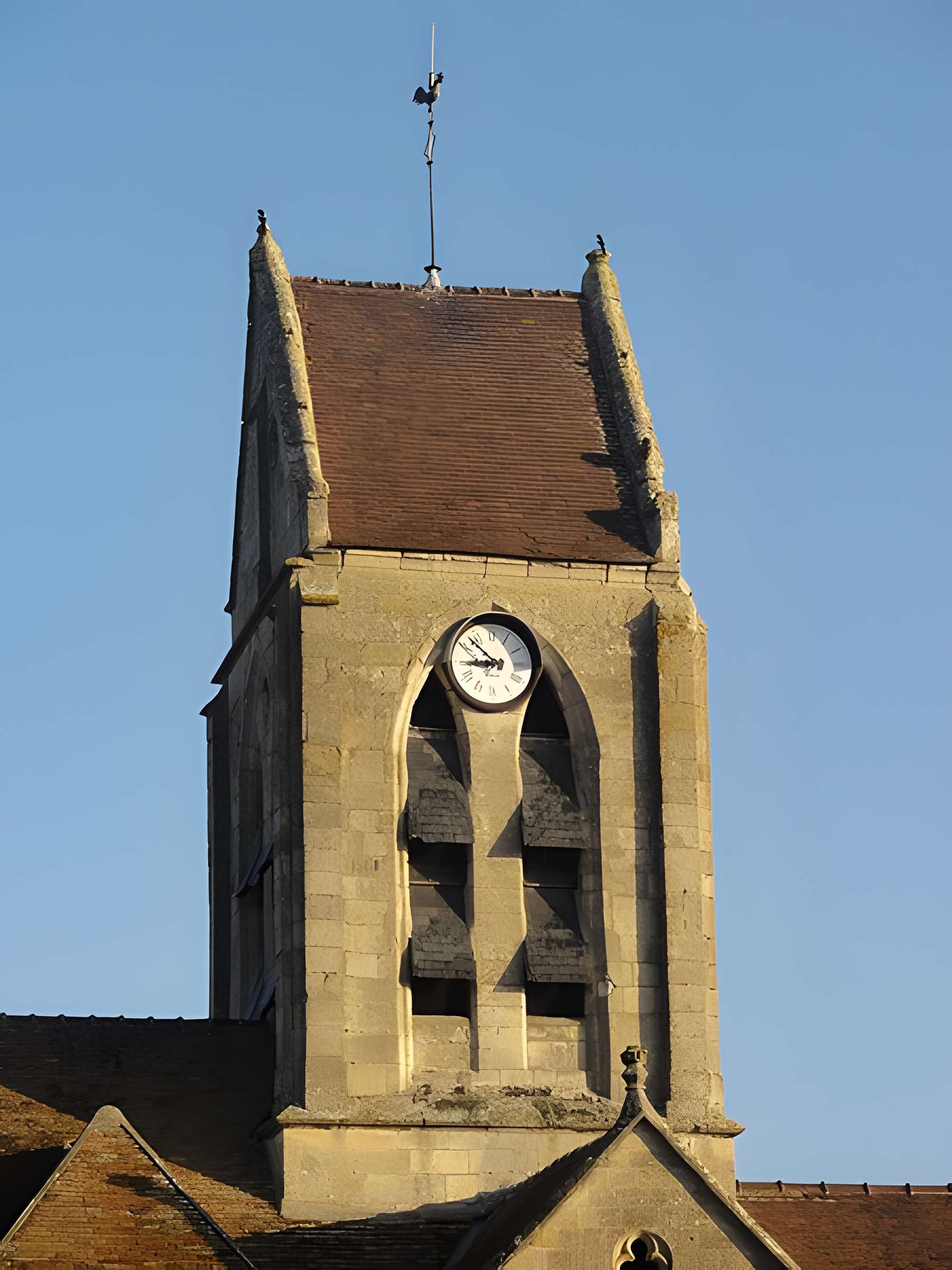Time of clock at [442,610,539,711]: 8:52
